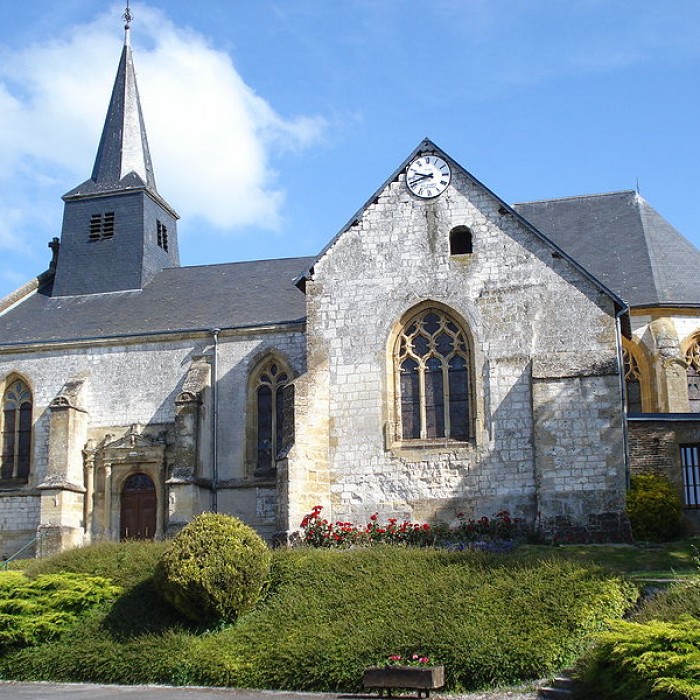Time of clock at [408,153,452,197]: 9:42
